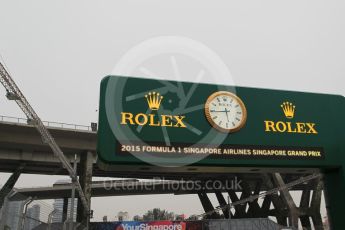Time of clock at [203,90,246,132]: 5:44
